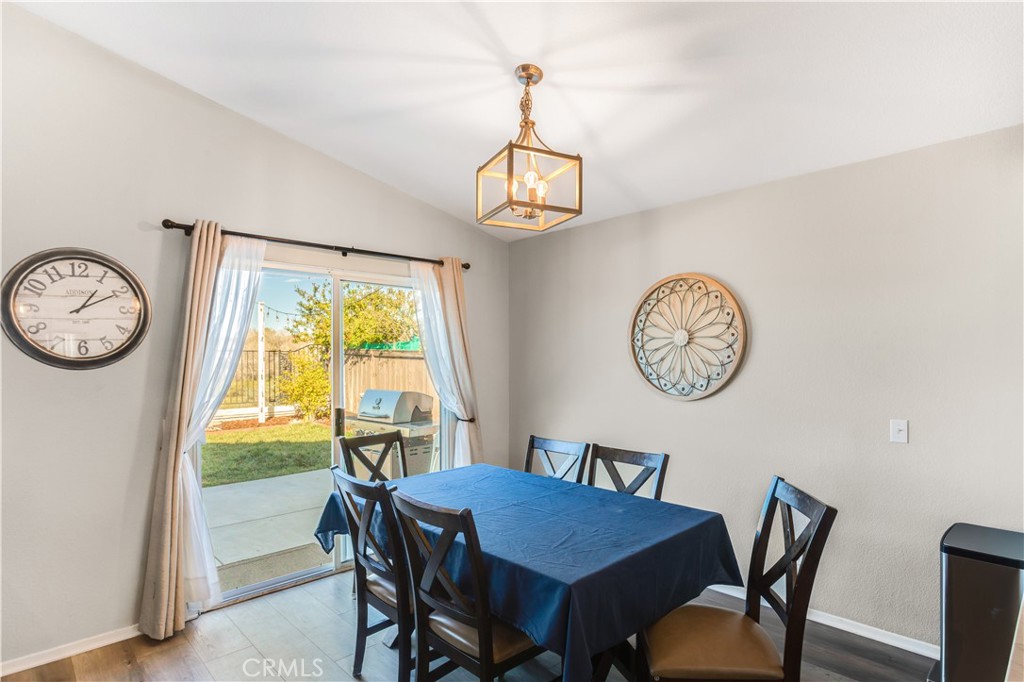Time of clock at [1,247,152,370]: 1:10
